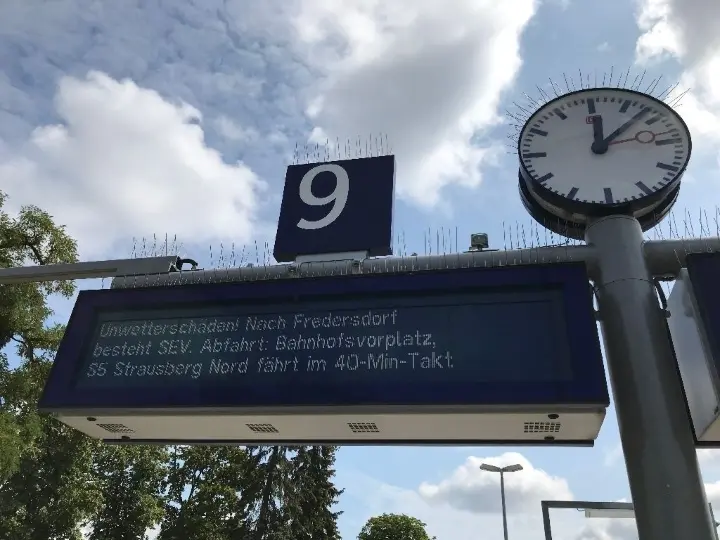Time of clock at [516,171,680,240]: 12:07
